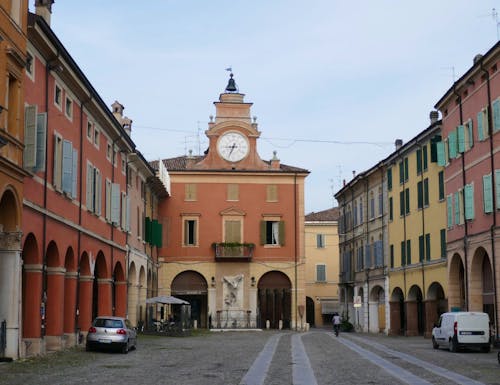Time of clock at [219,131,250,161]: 8:34
